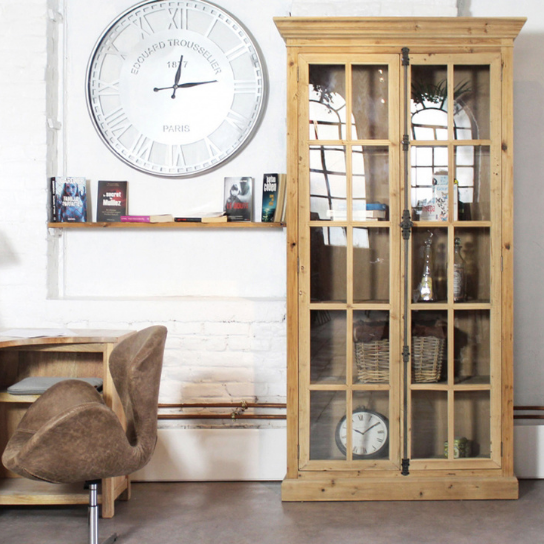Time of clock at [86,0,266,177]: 12:13
